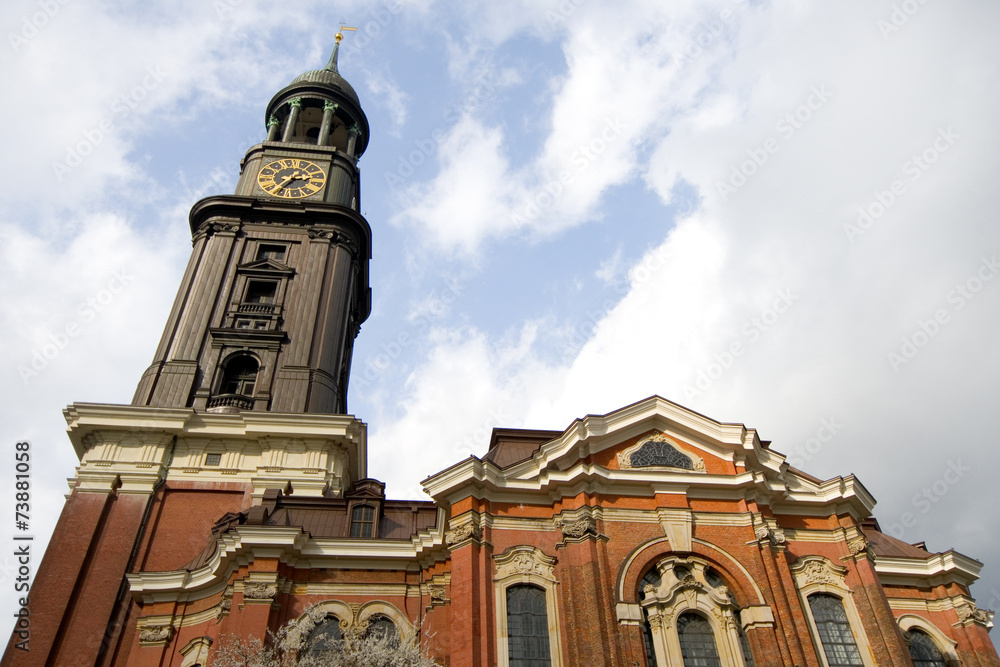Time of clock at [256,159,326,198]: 2:35
